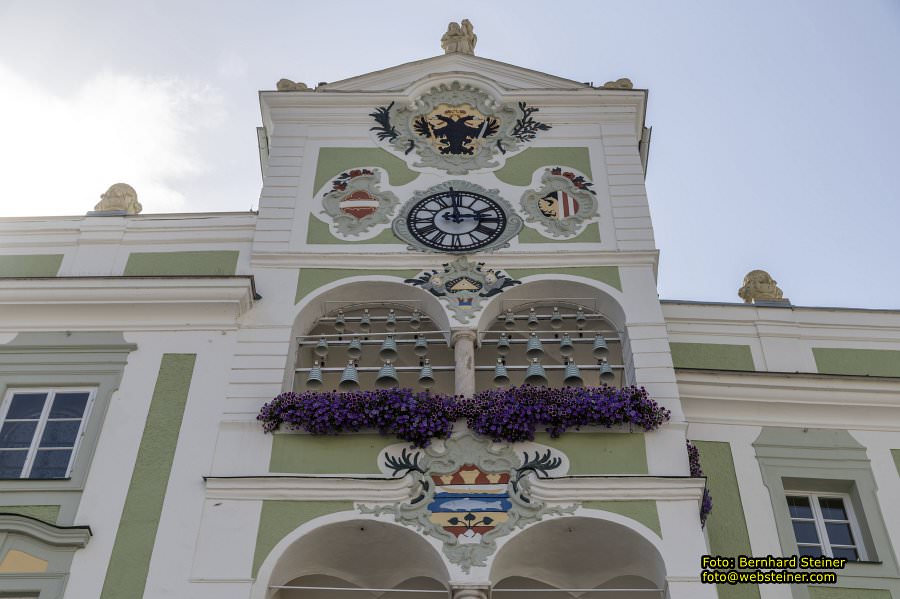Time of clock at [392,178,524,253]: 2:58
